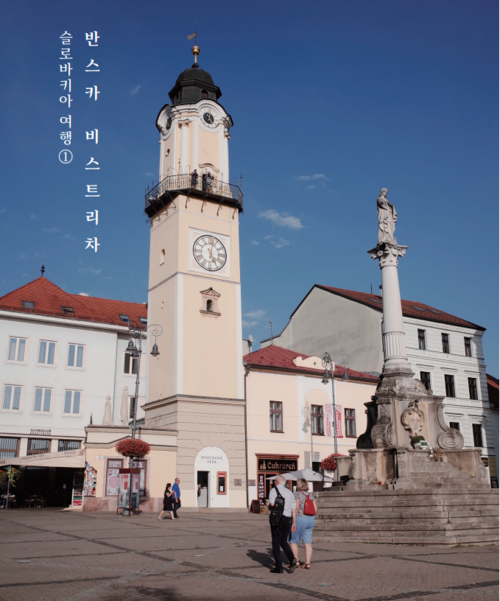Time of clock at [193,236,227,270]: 5:02
